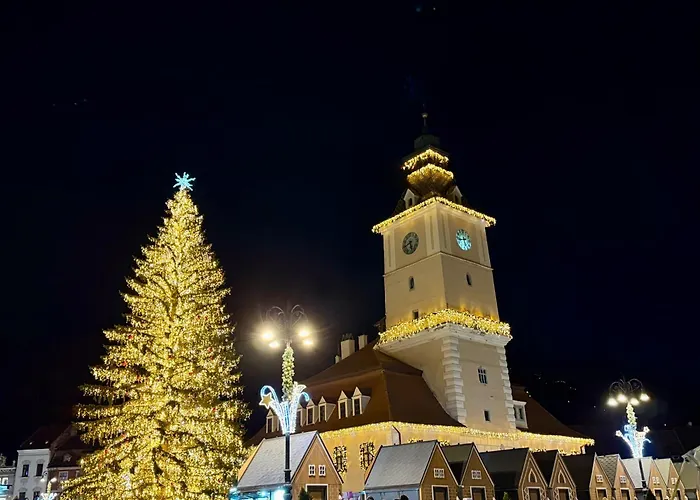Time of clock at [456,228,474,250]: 5:42
